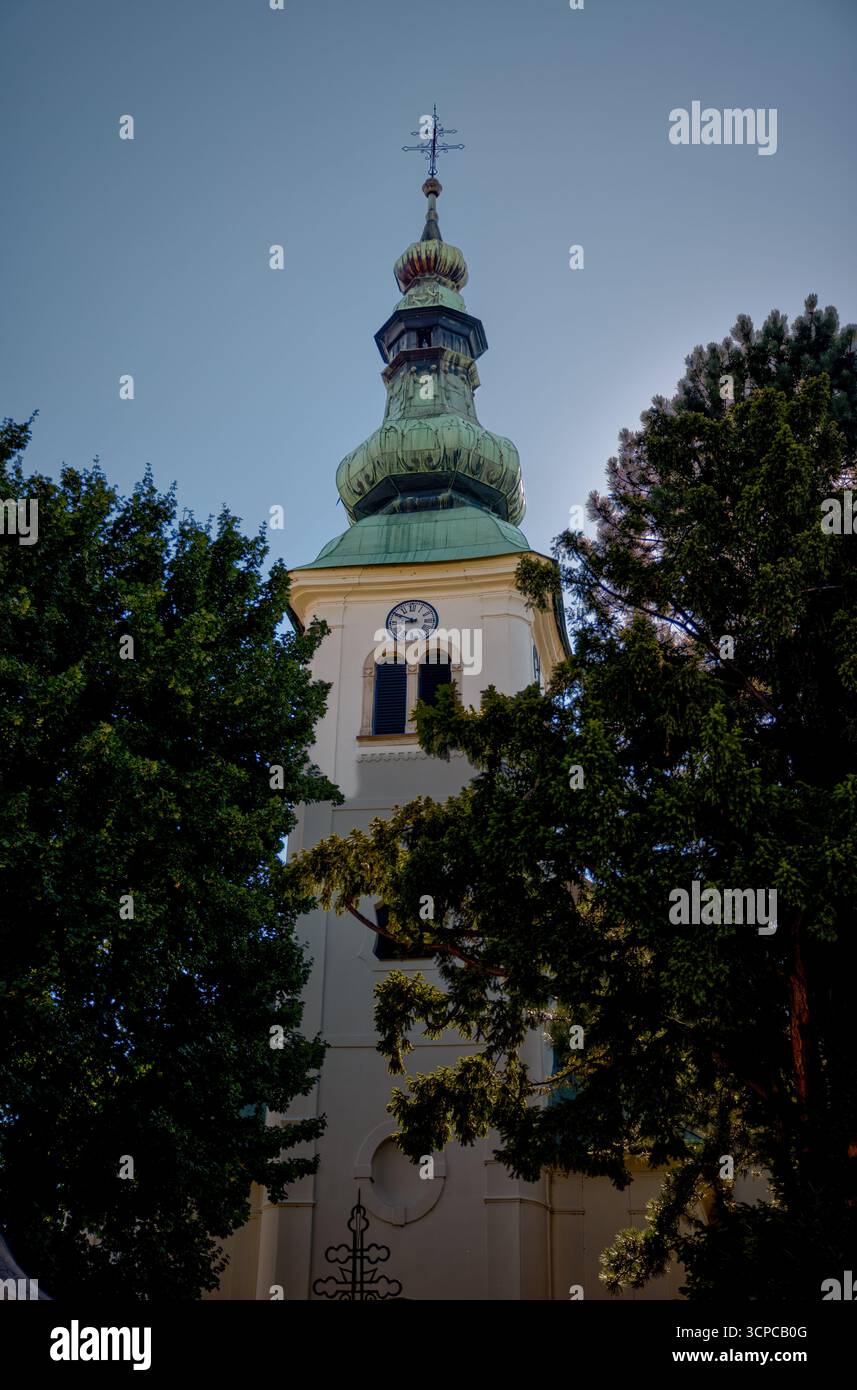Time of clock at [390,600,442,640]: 8:49
